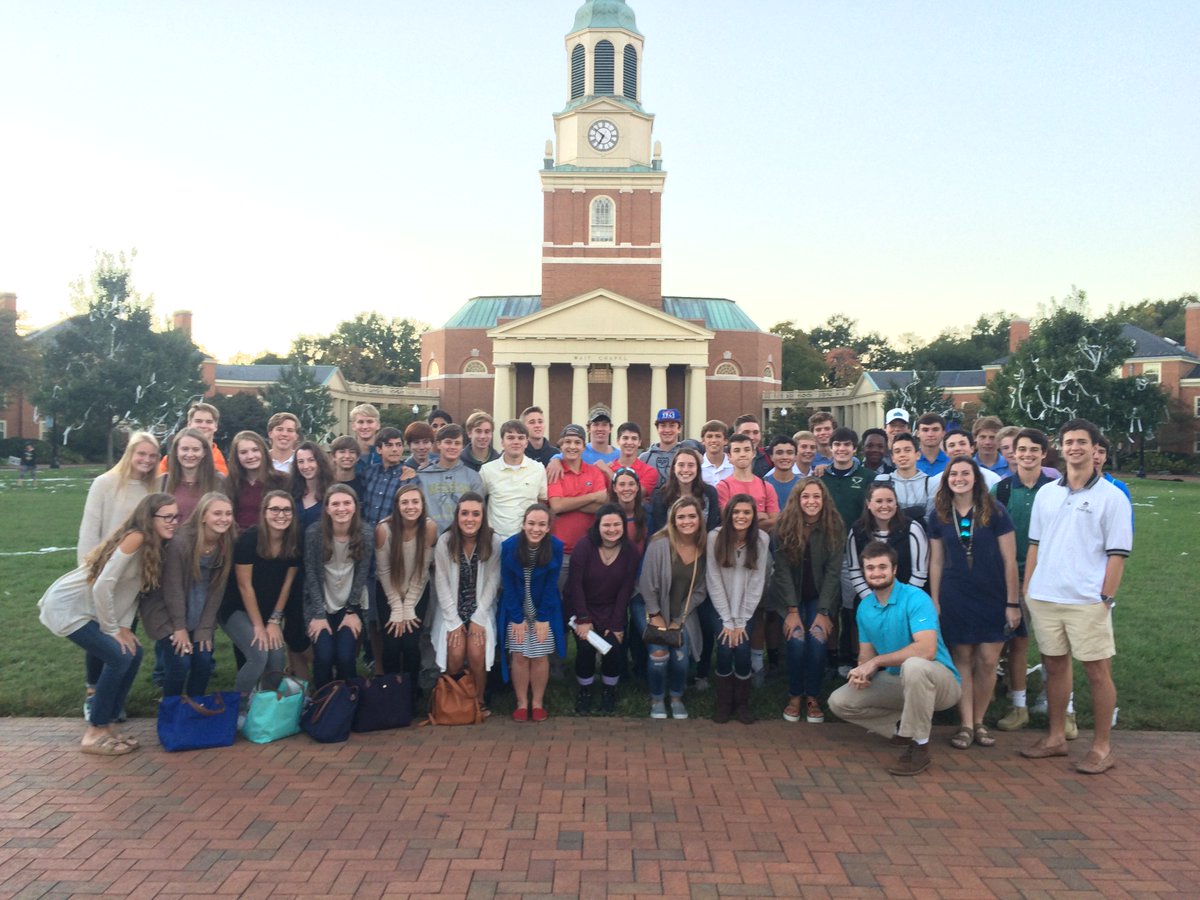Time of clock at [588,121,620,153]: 6:51
